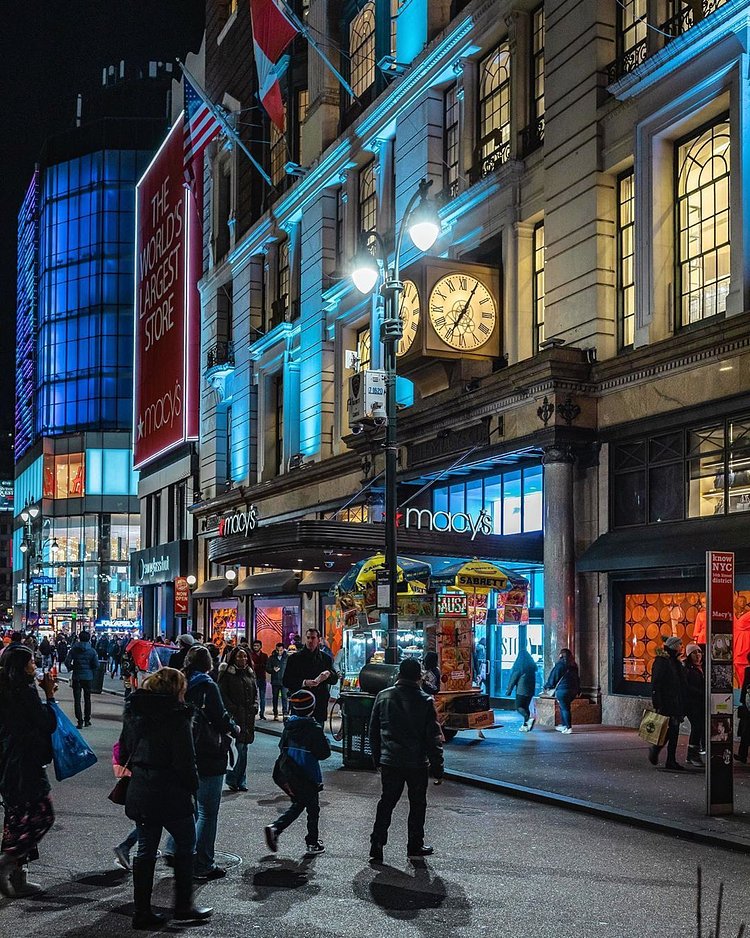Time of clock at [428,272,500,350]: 7:04
